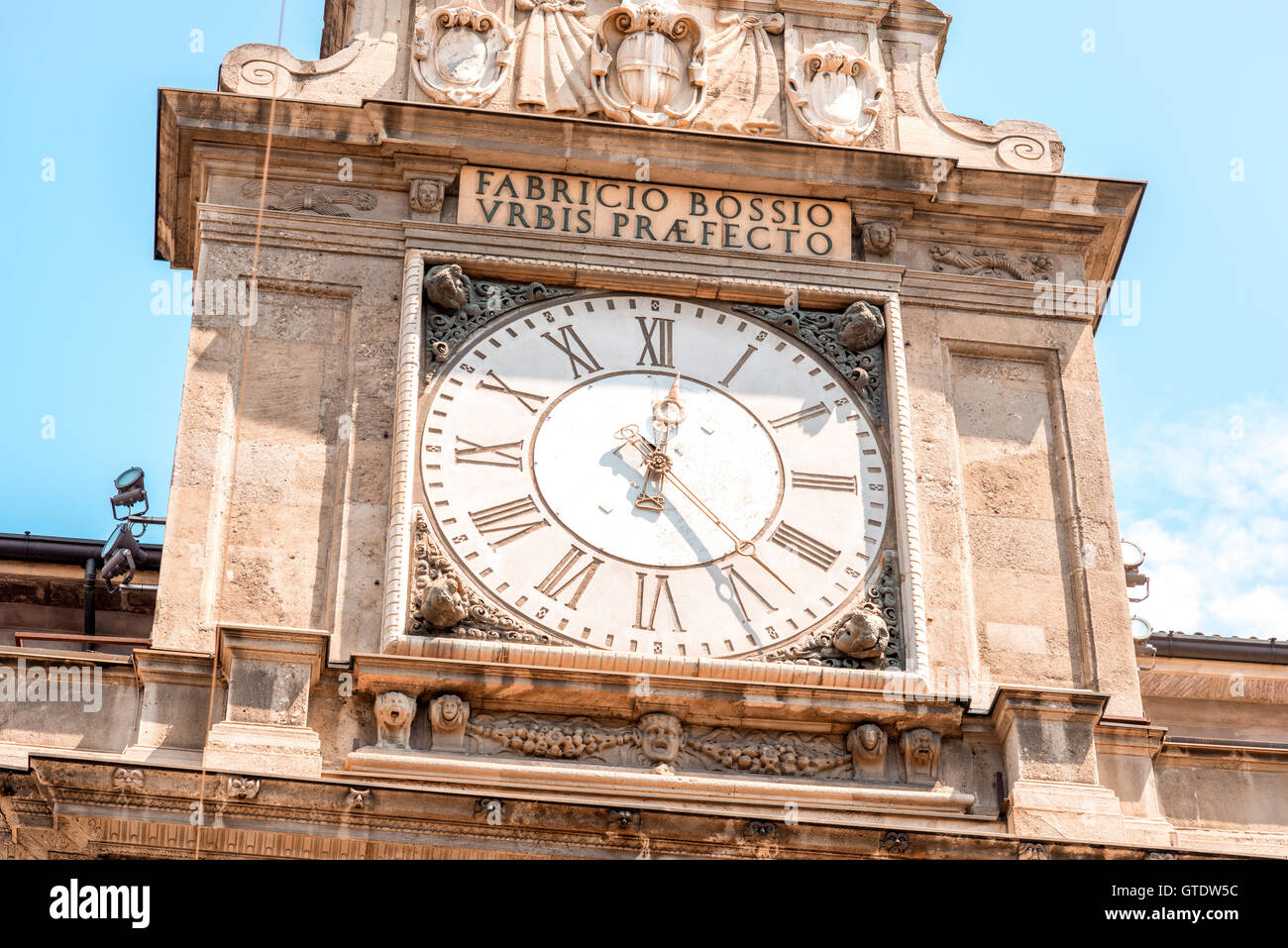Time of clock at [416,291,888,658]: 12:24
